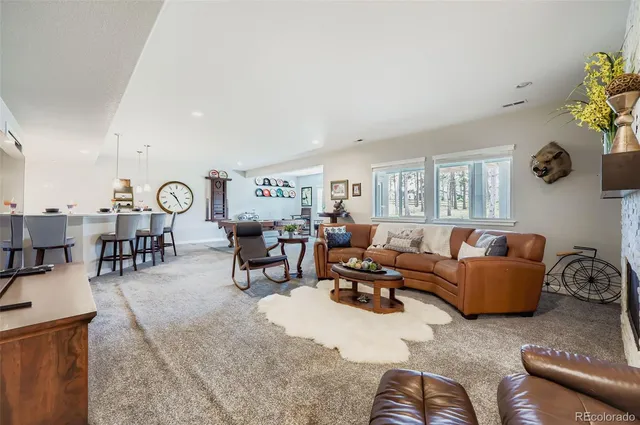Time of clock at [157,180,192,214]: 10:24
